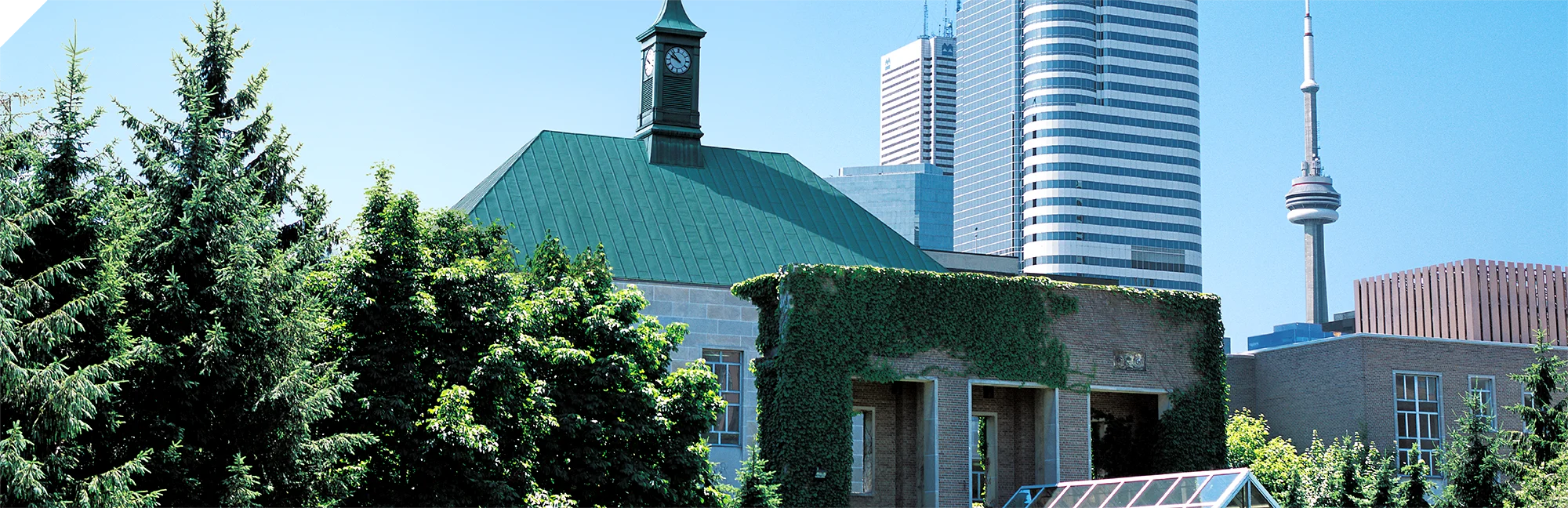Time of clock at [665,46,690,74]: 9:52
